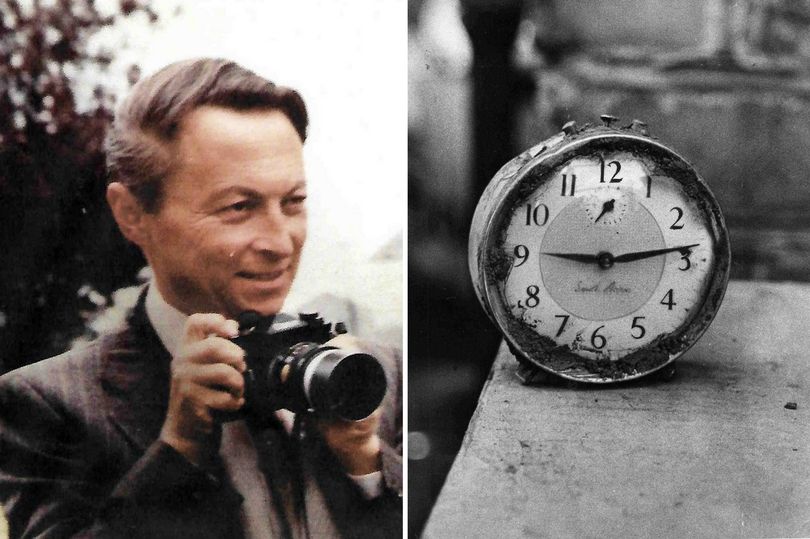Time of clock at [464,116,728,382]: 9:13
